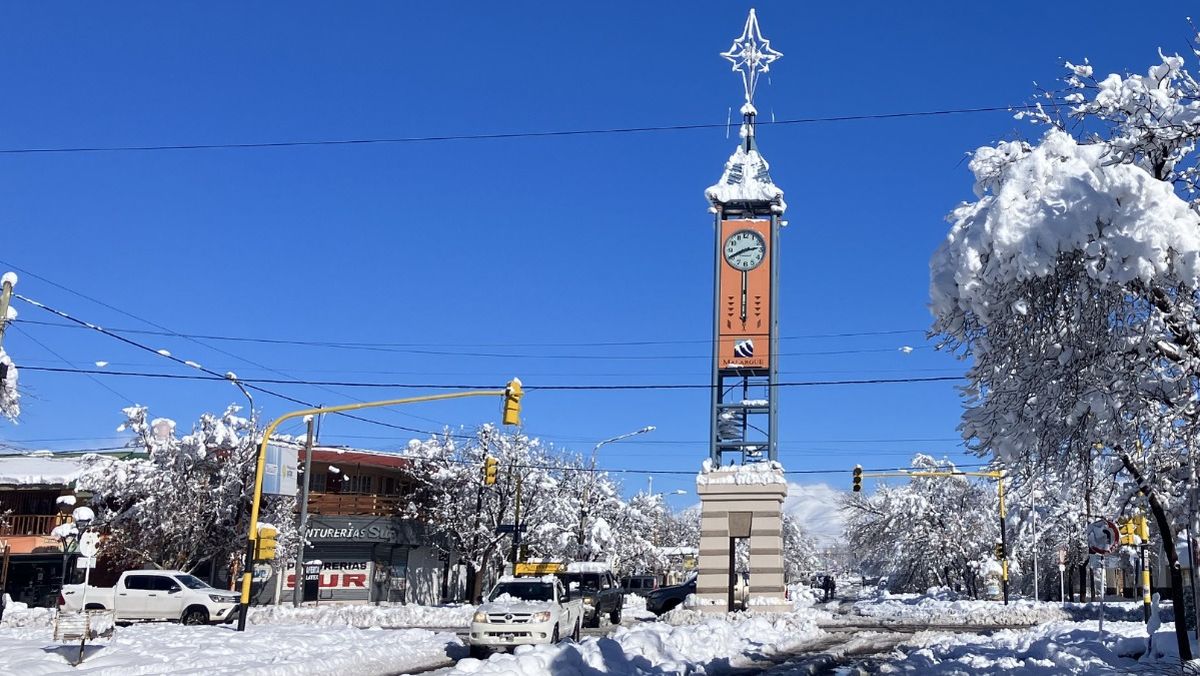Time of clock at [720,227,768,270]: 2:40
